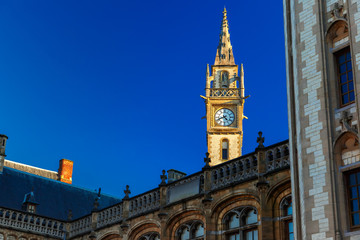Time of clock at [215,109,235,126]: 4:41
